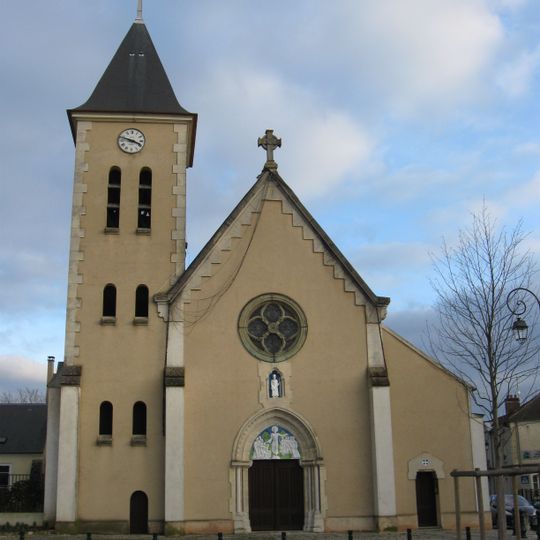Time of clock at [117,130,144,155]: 3:47
